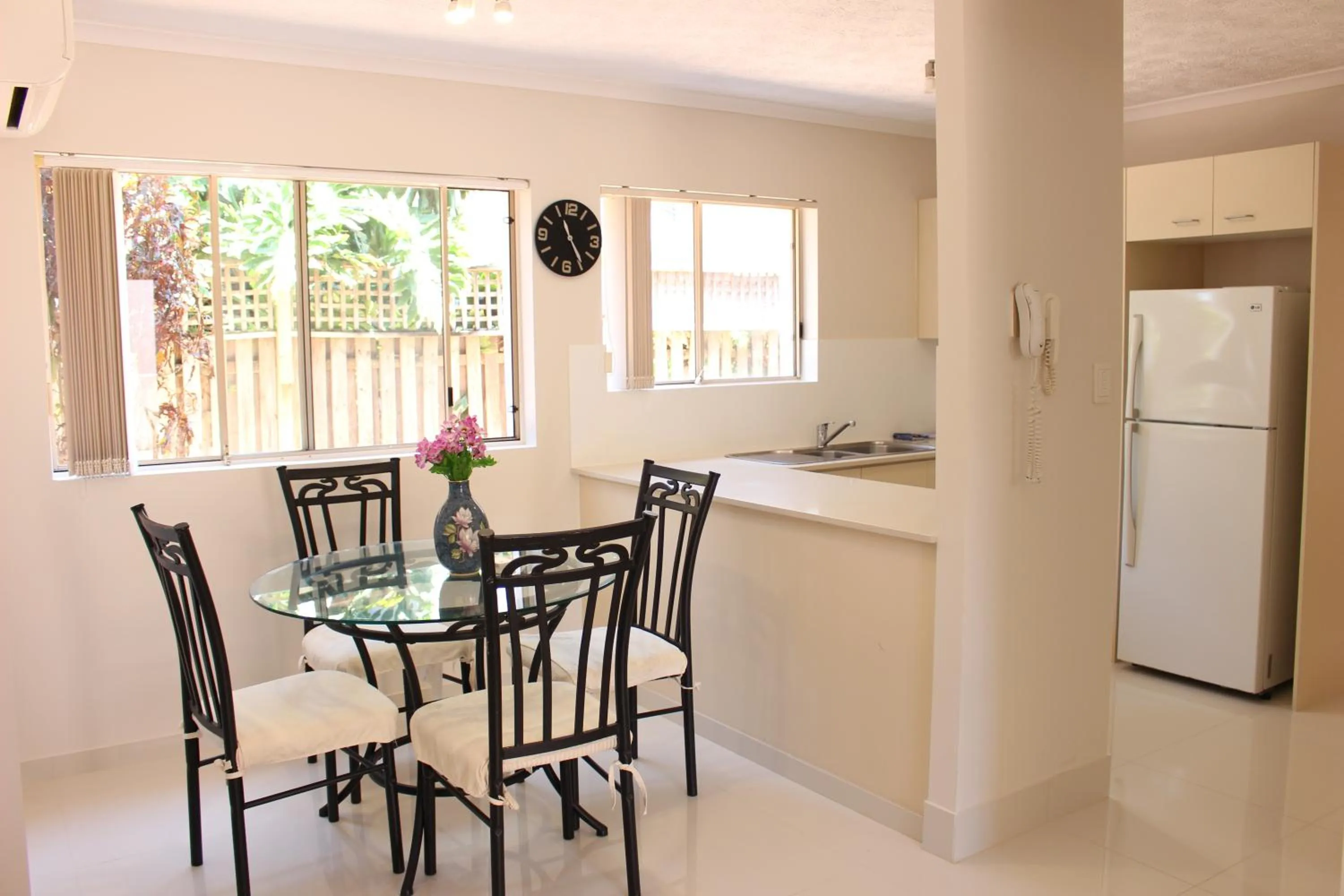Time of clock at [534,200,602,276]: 11:24
